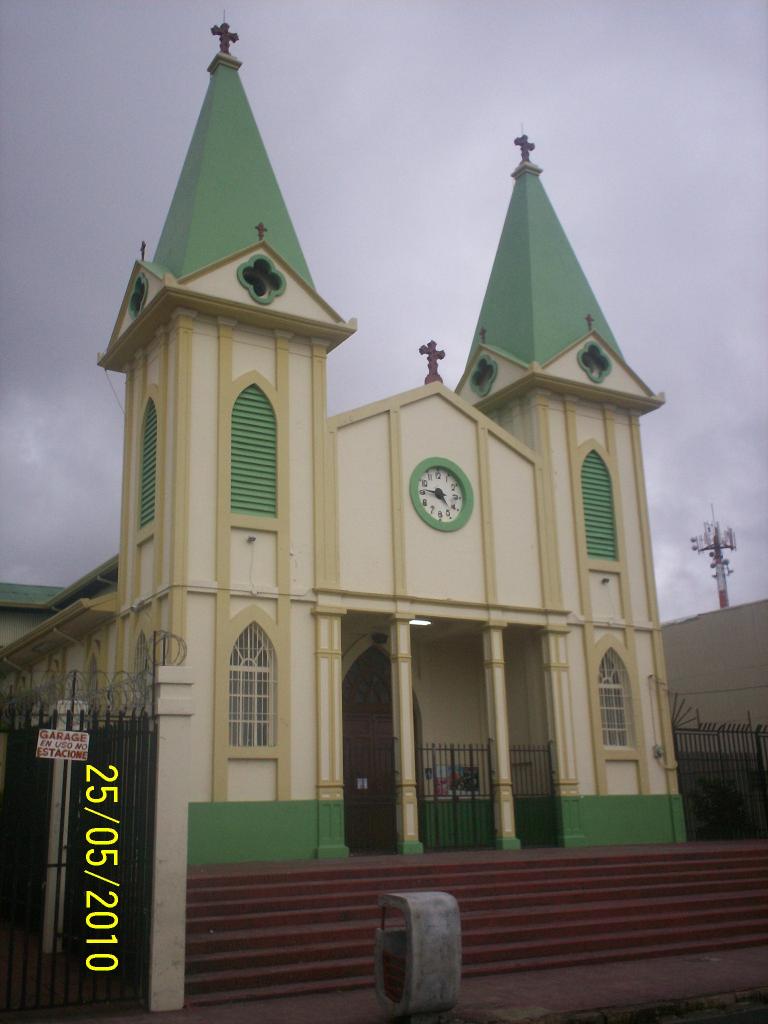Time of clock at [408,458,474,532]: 4:46
